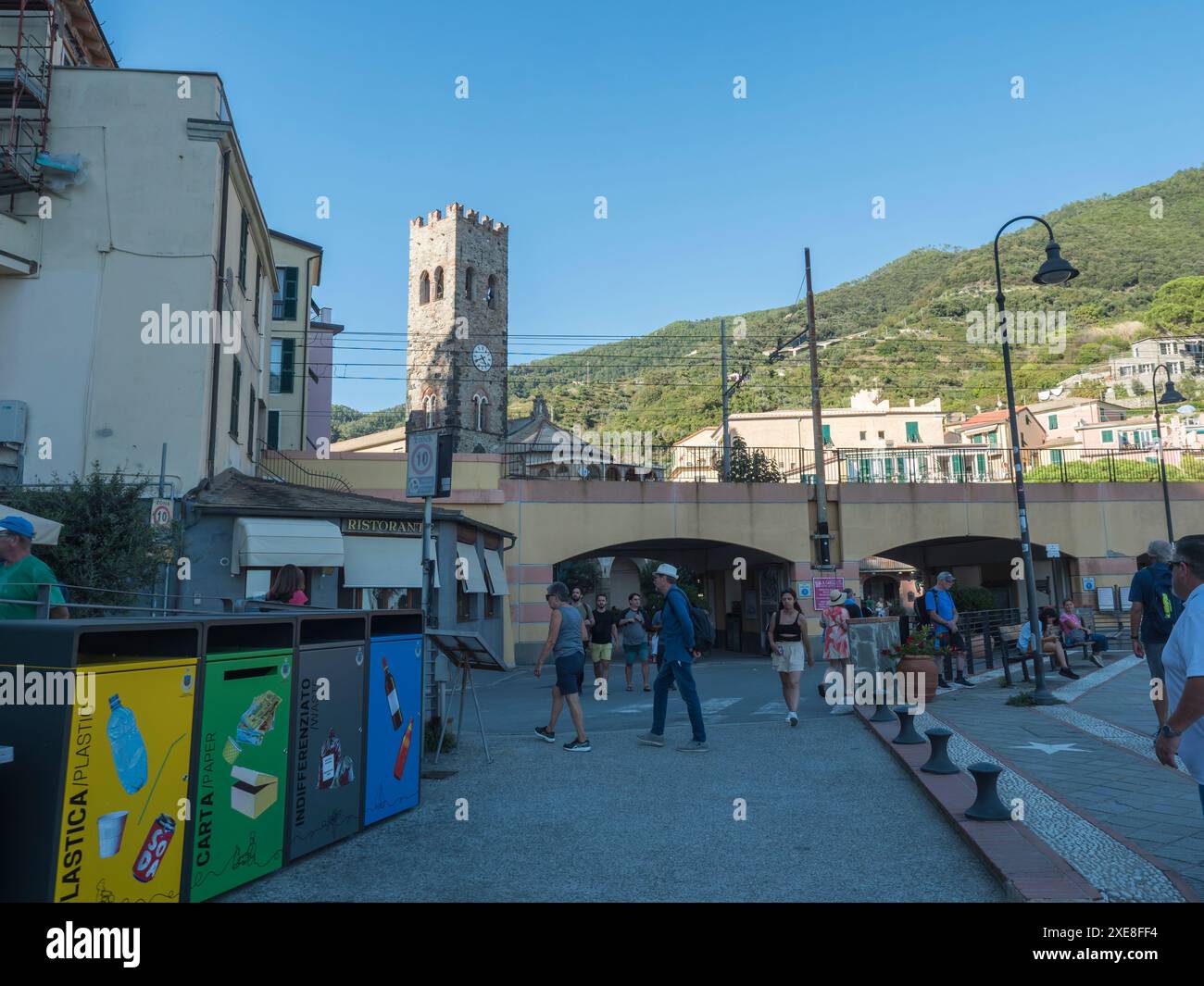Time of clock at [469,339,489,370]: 4:40
